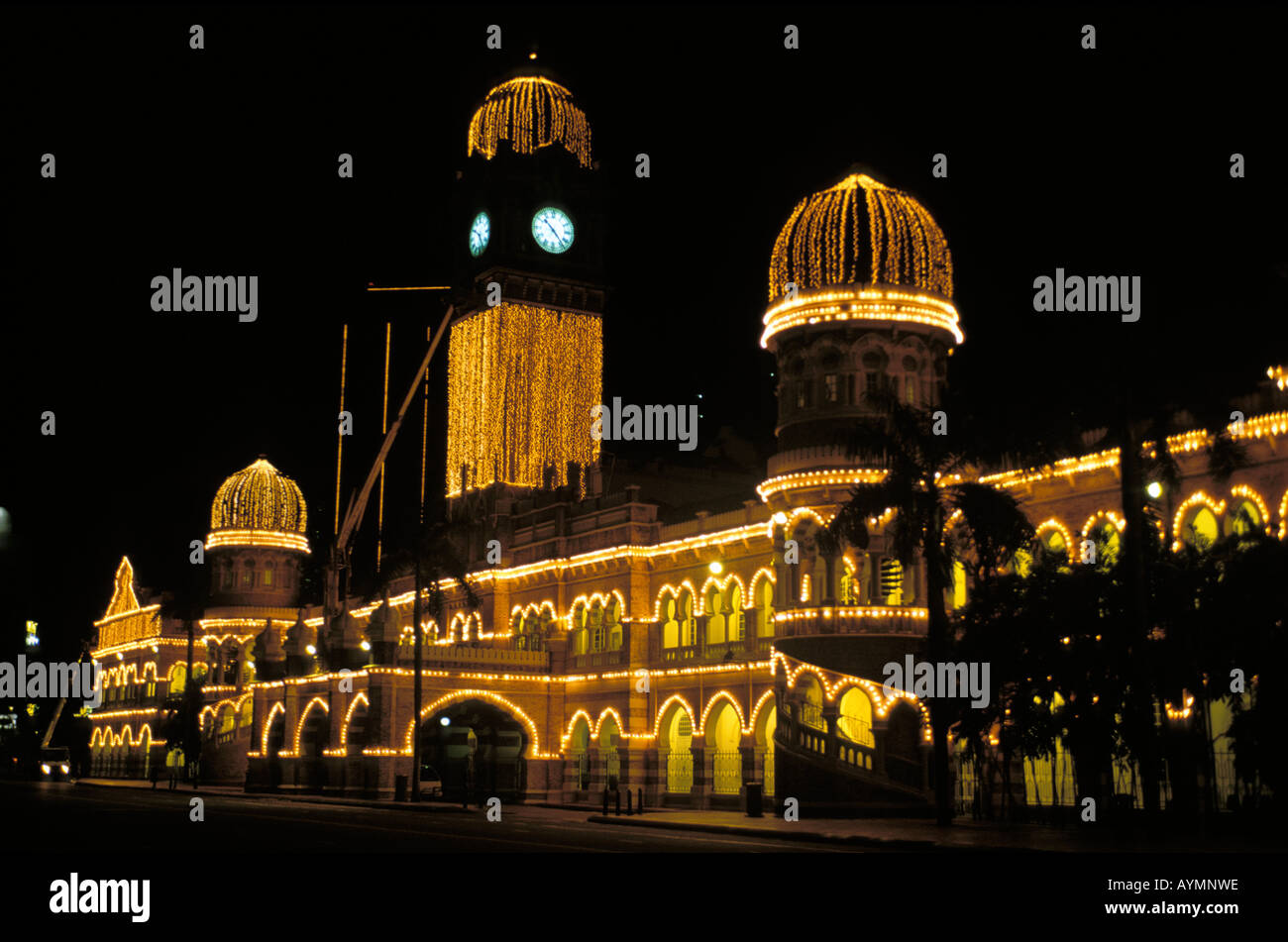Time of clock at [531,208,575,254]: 10:23
